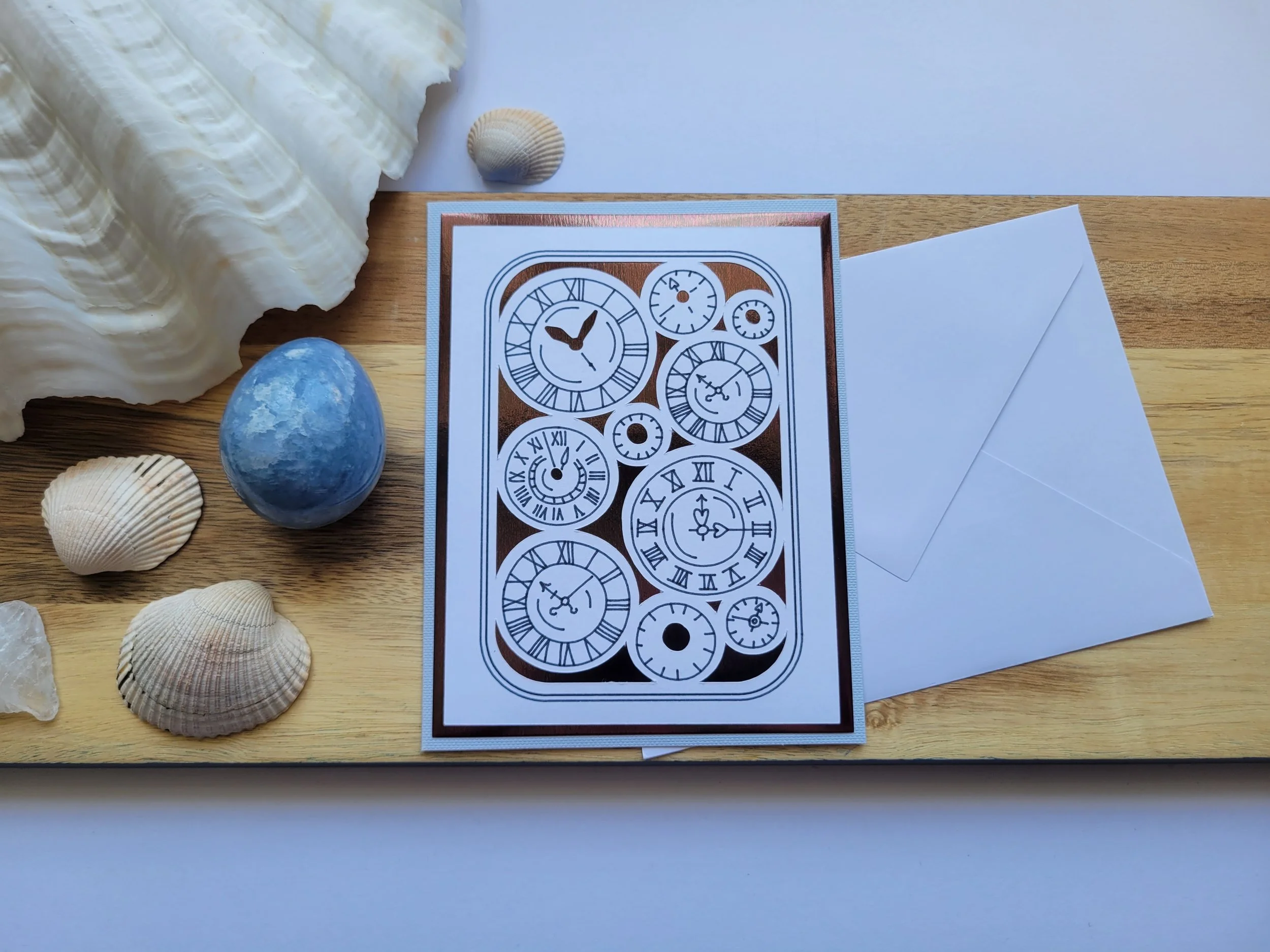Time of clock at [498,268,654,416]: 10:04
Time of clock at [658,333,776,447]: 10:08
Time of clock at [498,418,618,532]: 12:57
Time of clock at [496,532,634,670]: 10:08
